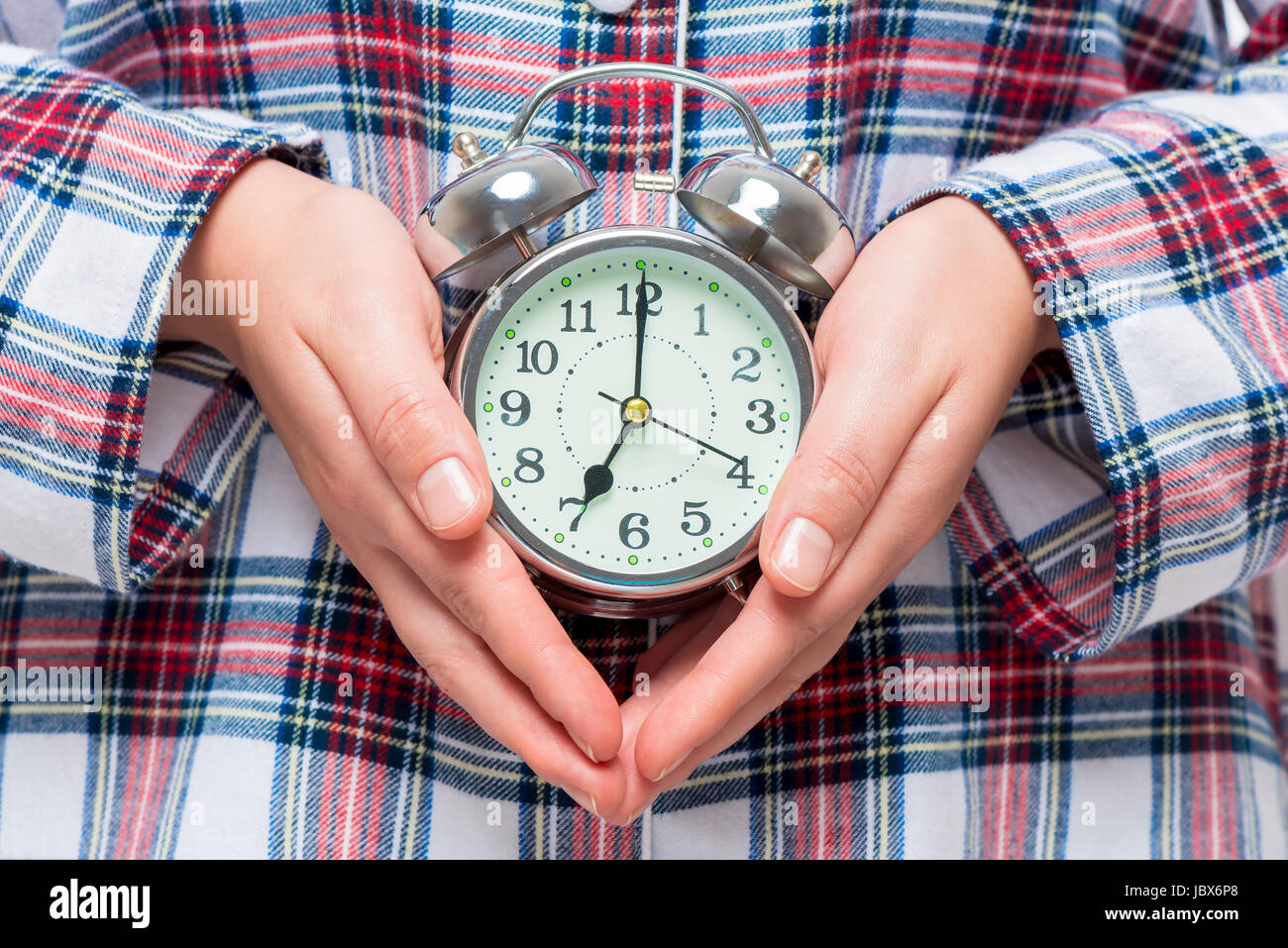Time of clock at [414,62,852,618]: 7:00
